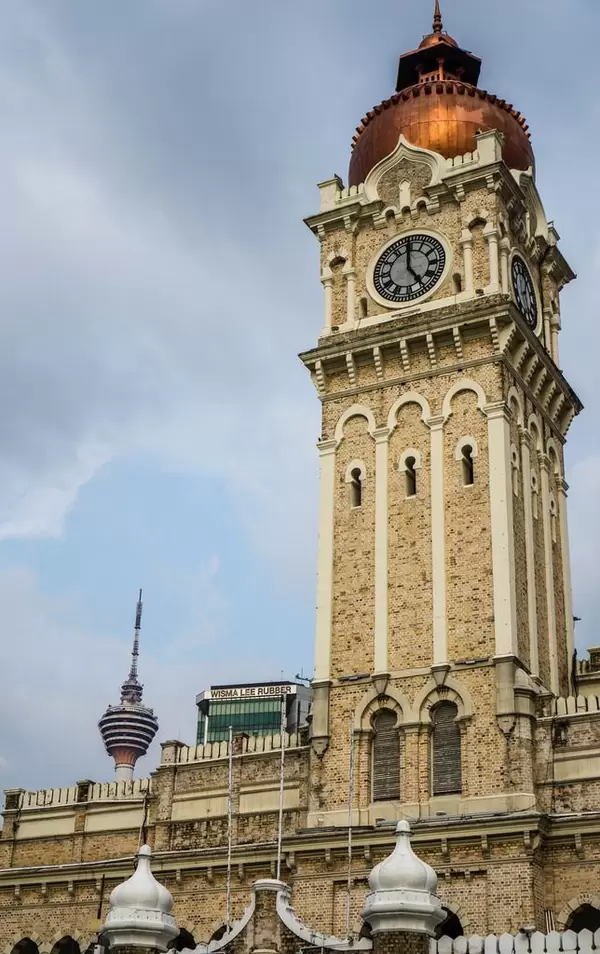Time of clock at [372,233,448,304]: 4:59
